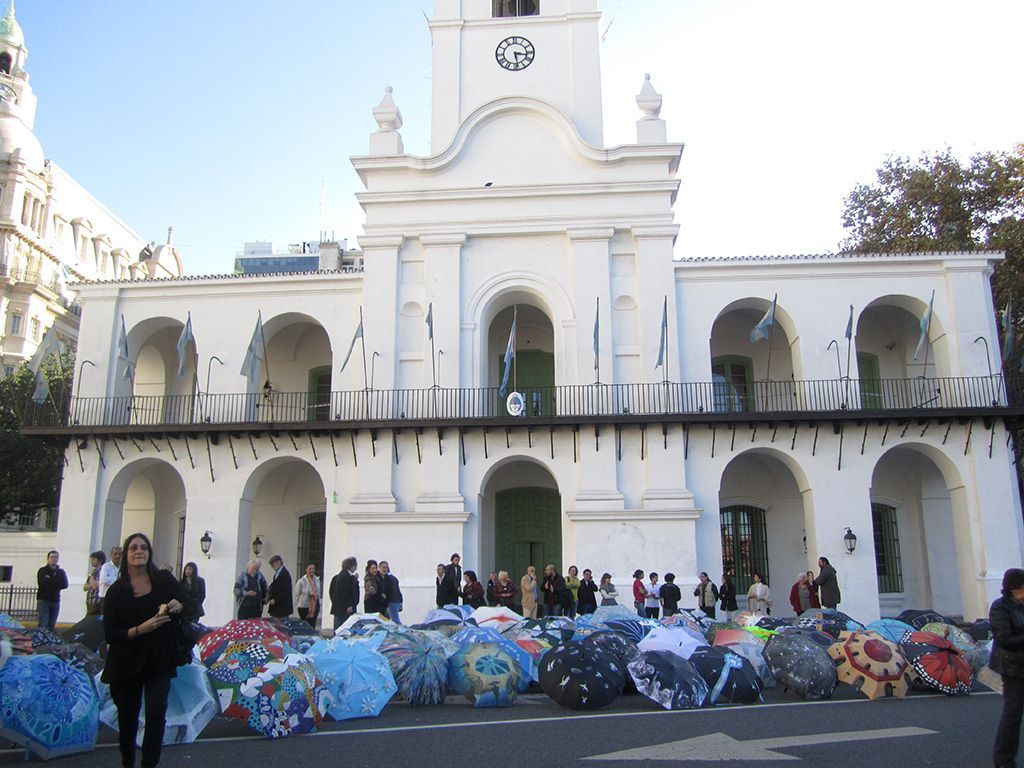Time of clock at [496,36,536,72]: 3:28
